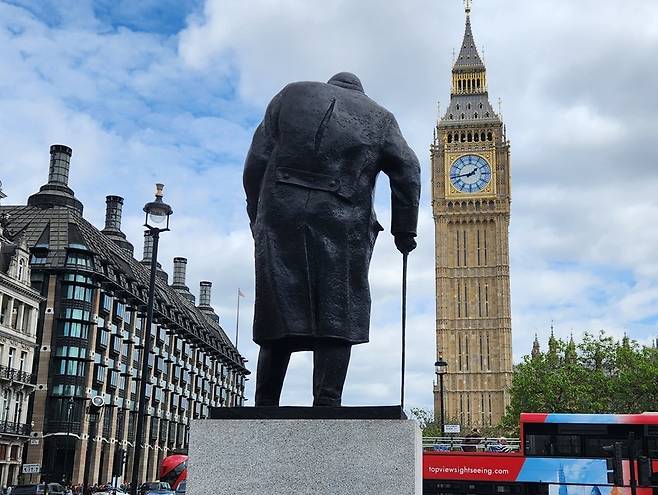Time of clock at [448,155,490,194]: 1:43
